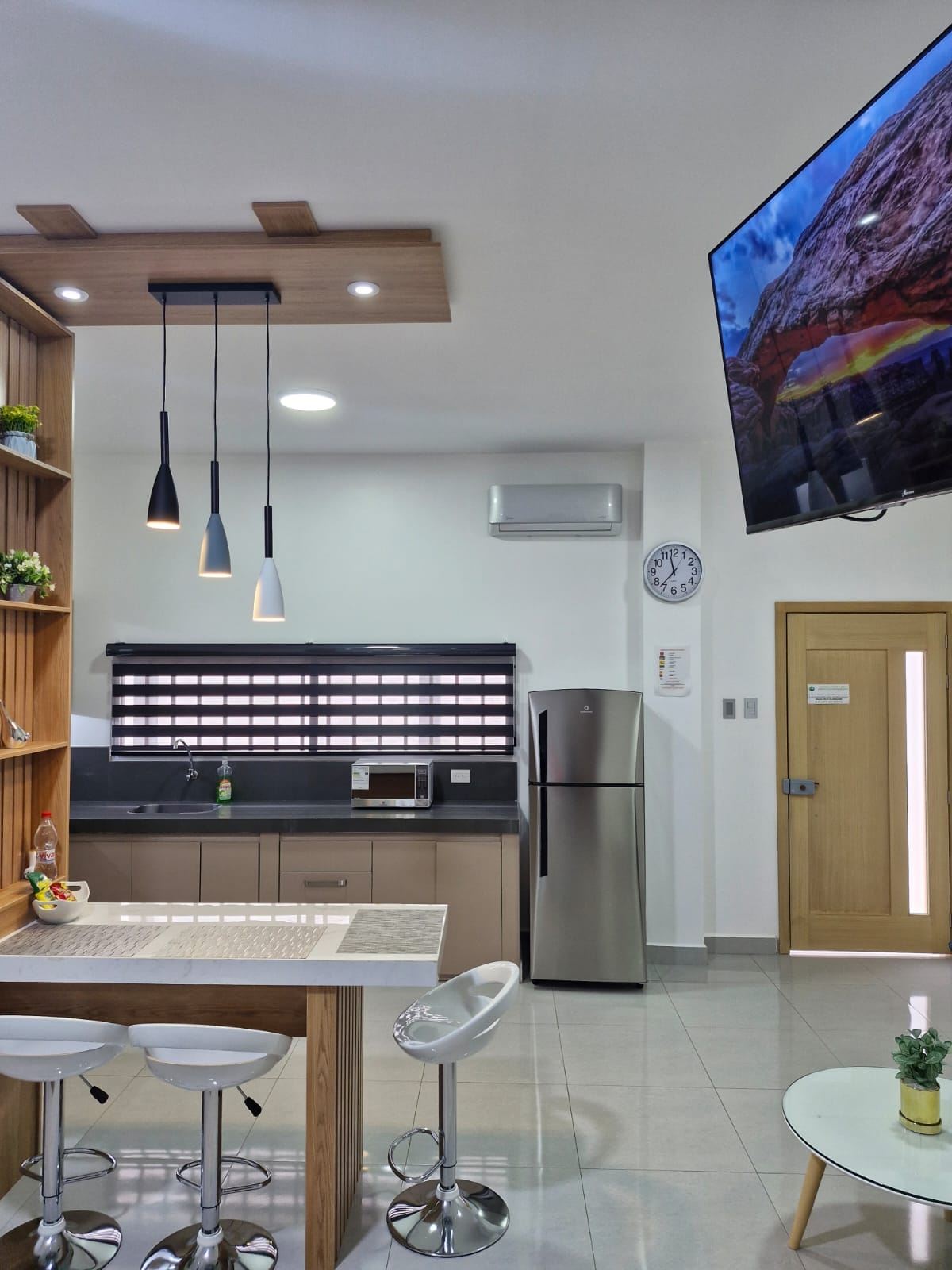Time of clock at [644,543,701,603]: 11:36
